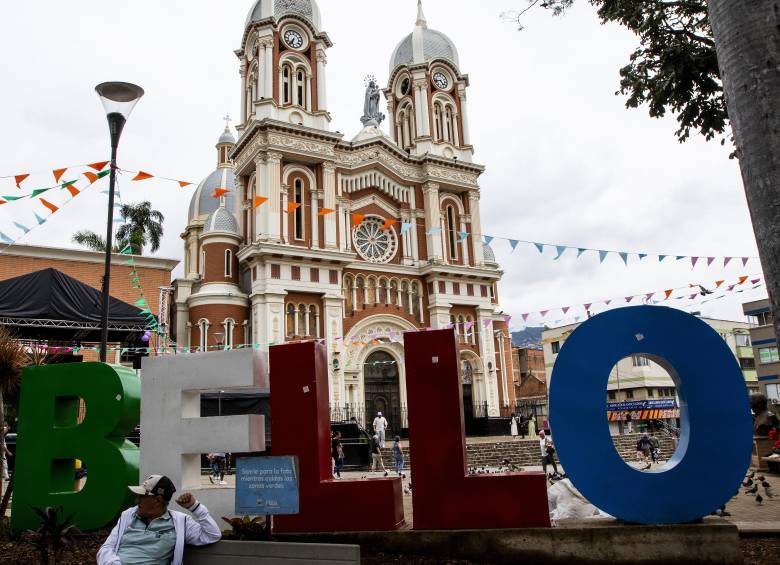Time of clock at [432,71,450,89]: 4:42
